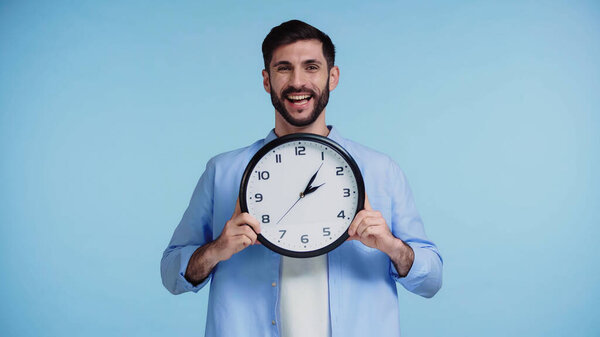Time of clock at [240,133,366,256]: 2:06
